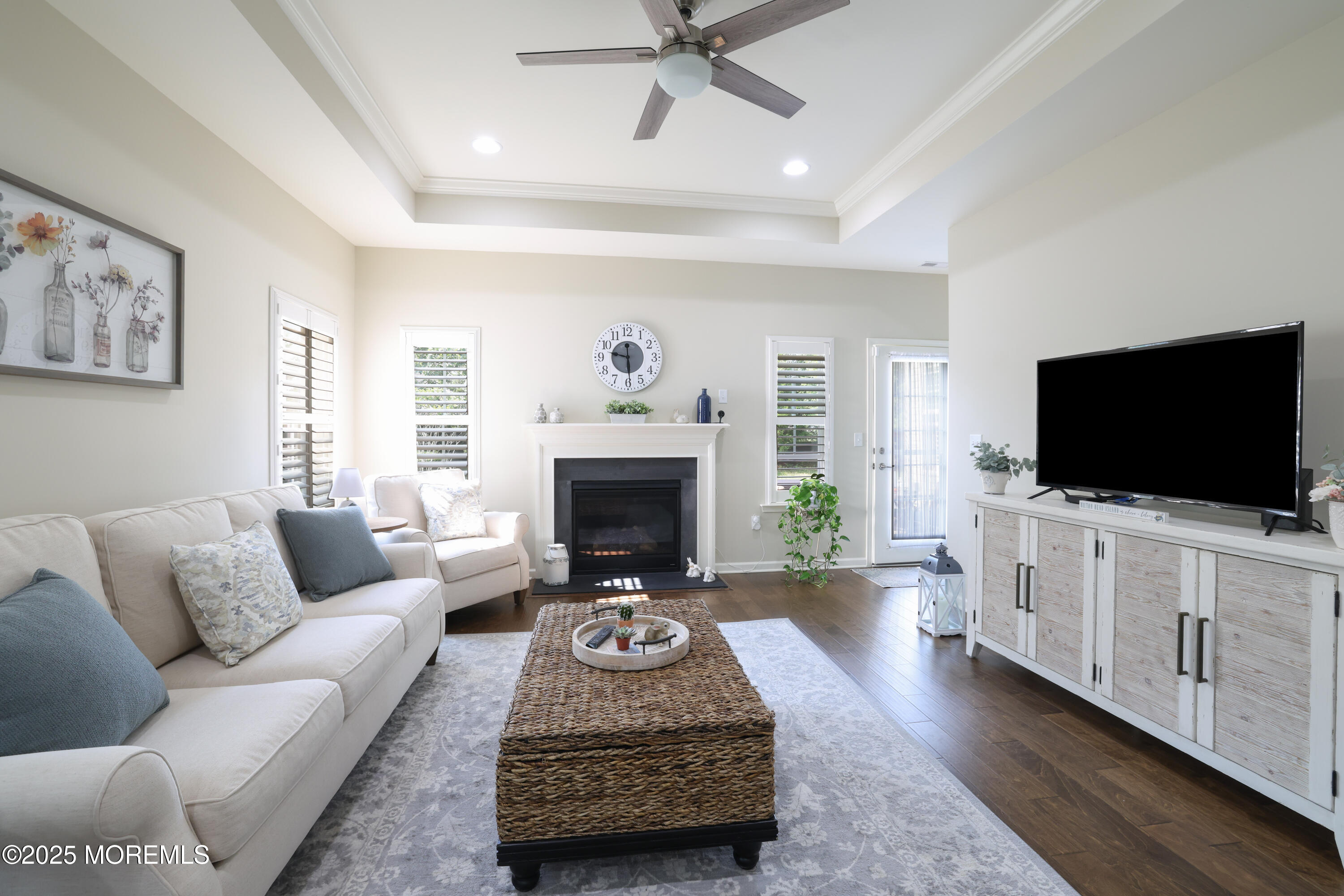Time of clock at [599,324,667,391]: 9:29
